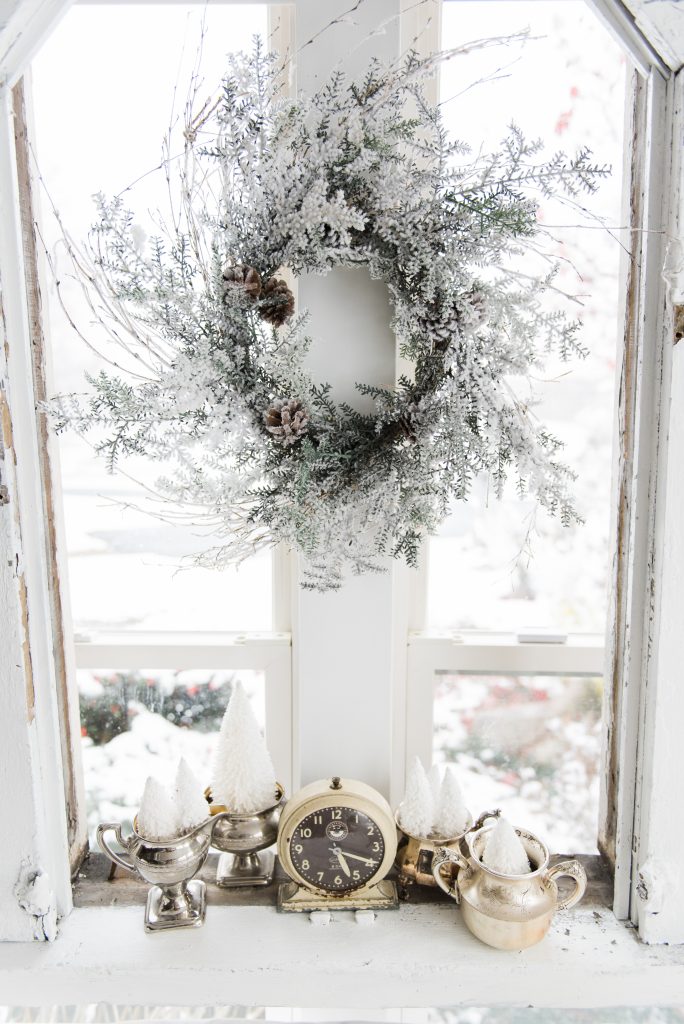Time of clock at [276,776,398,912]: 5:19
